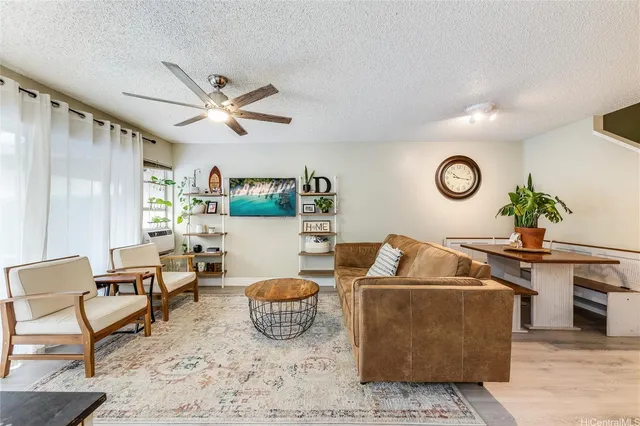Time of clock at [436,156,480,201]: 10:16
